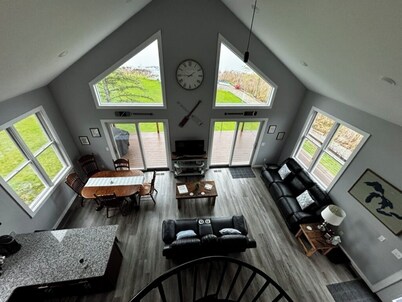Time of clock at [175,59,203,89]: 1:45
